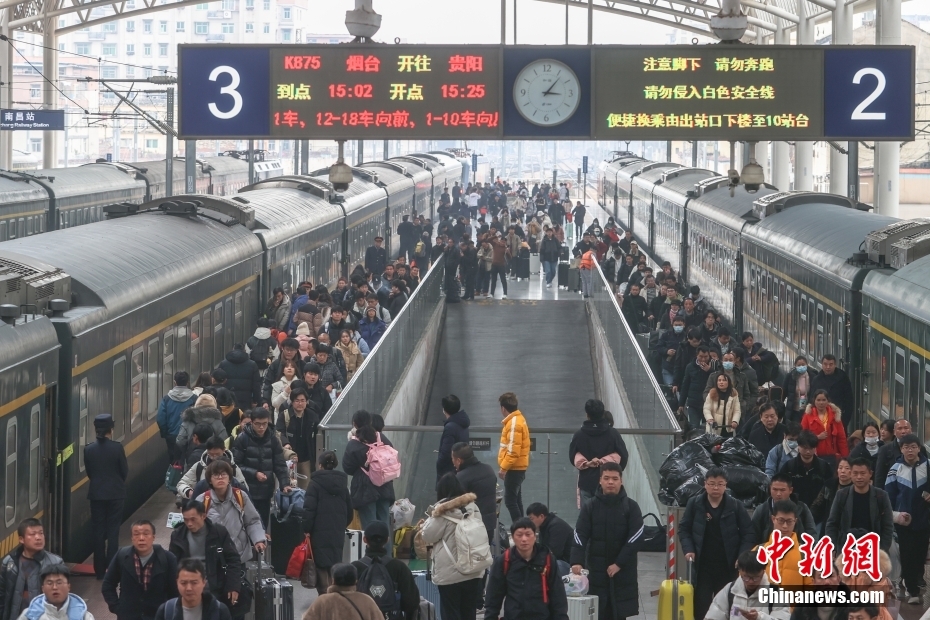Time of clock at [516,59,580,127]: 3:06
